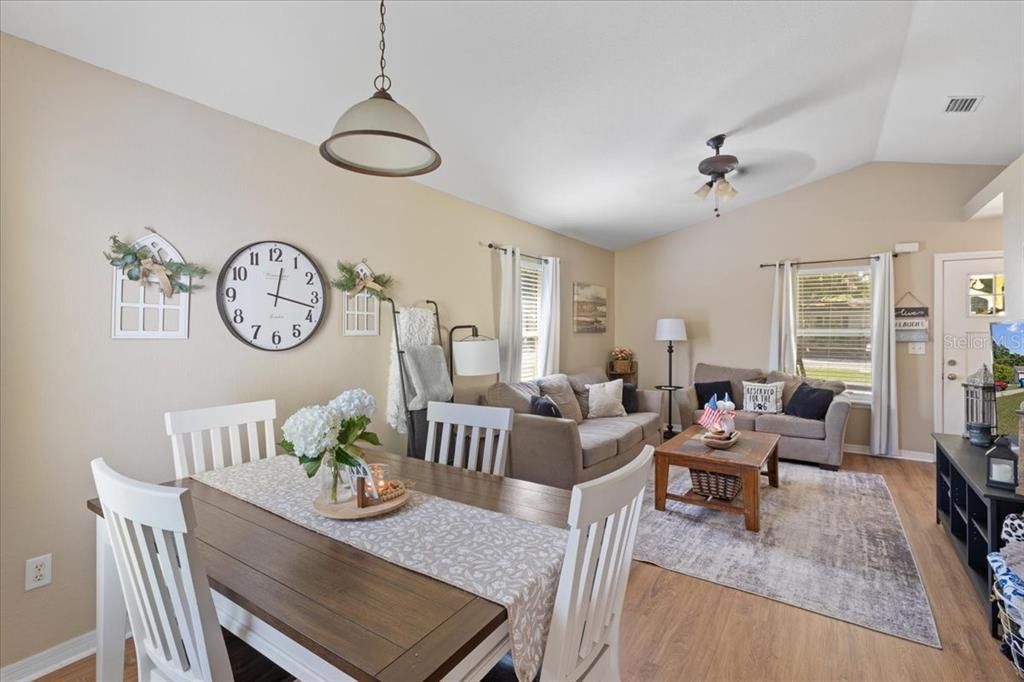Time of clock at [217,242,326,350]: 12:17
